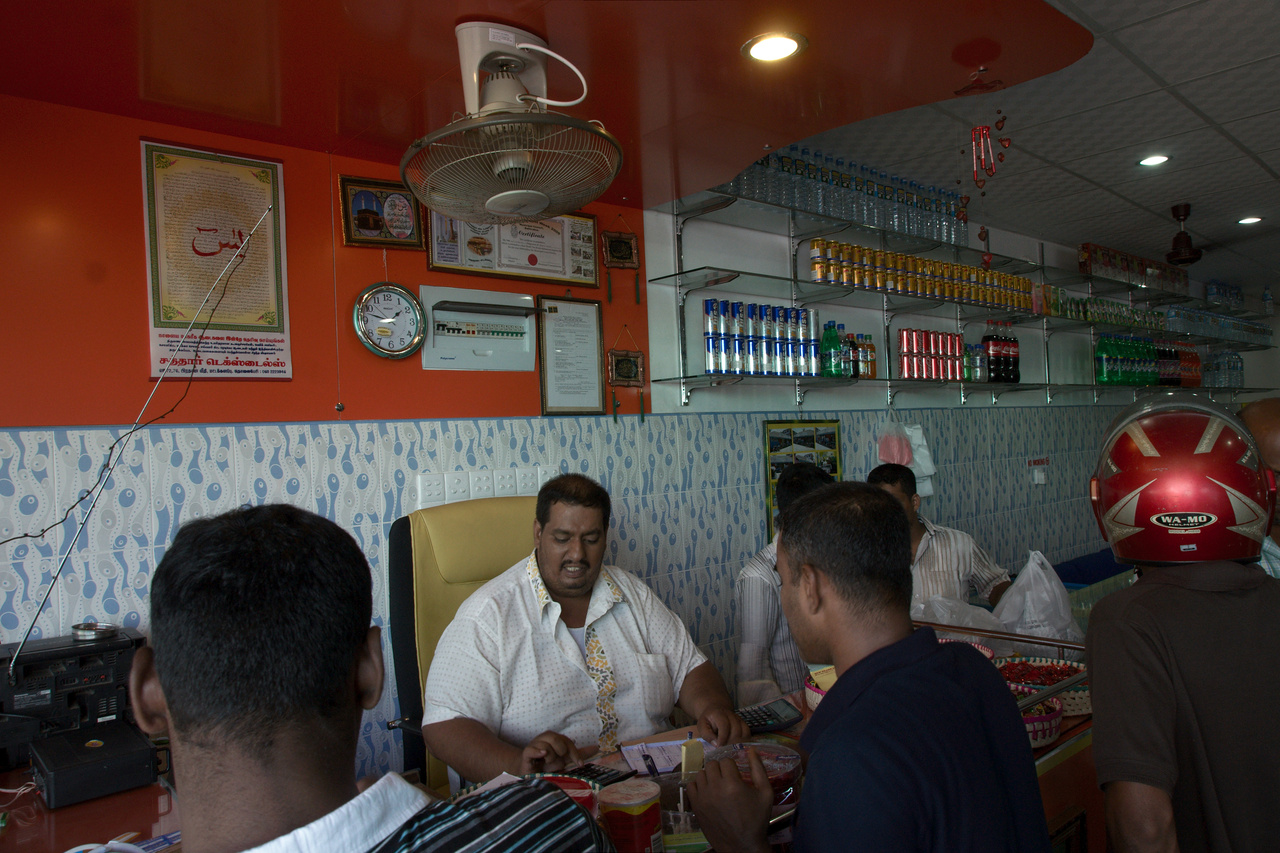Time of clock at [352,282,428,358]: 1:47
